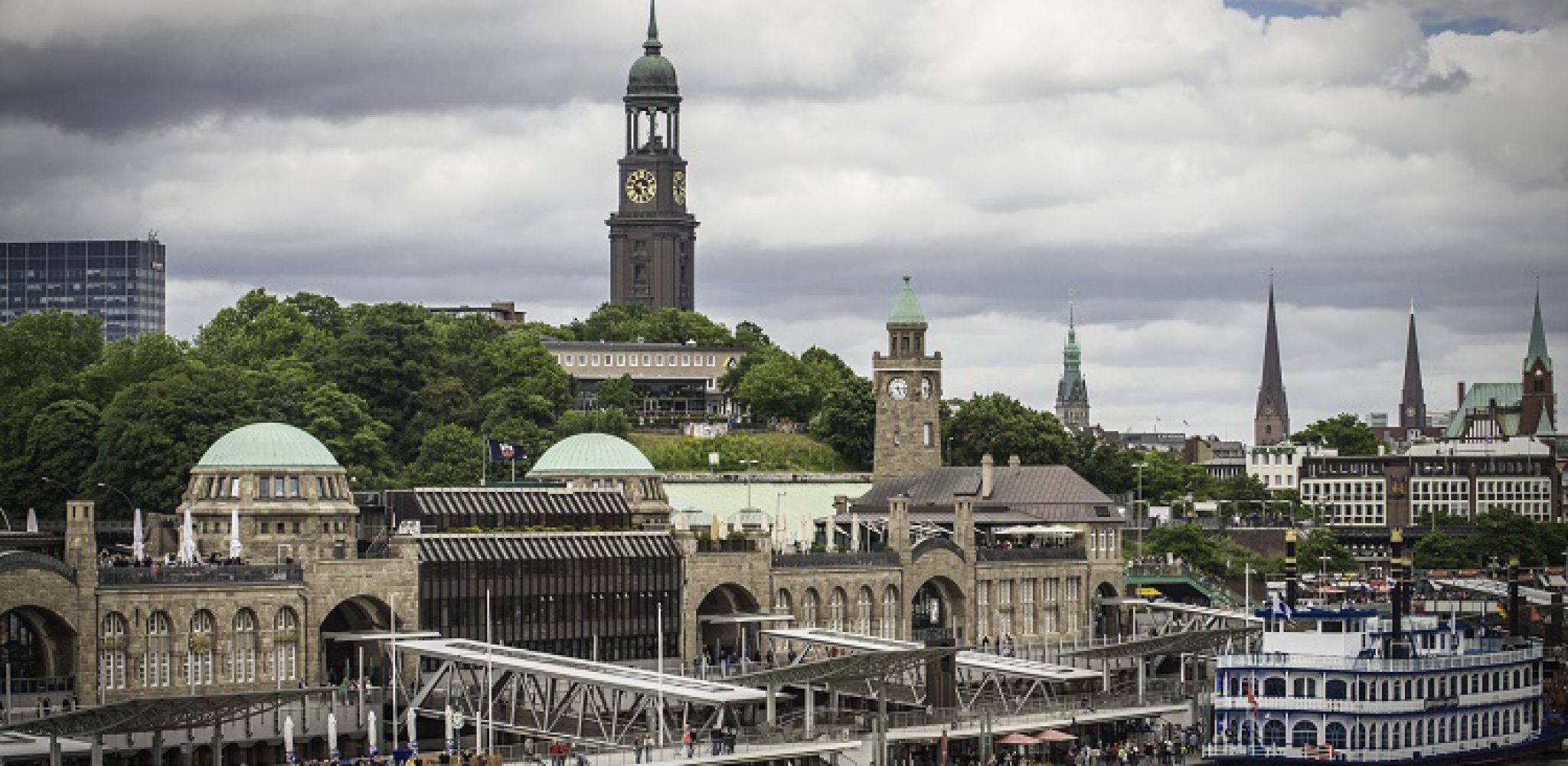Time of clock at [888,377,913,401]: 5:15
